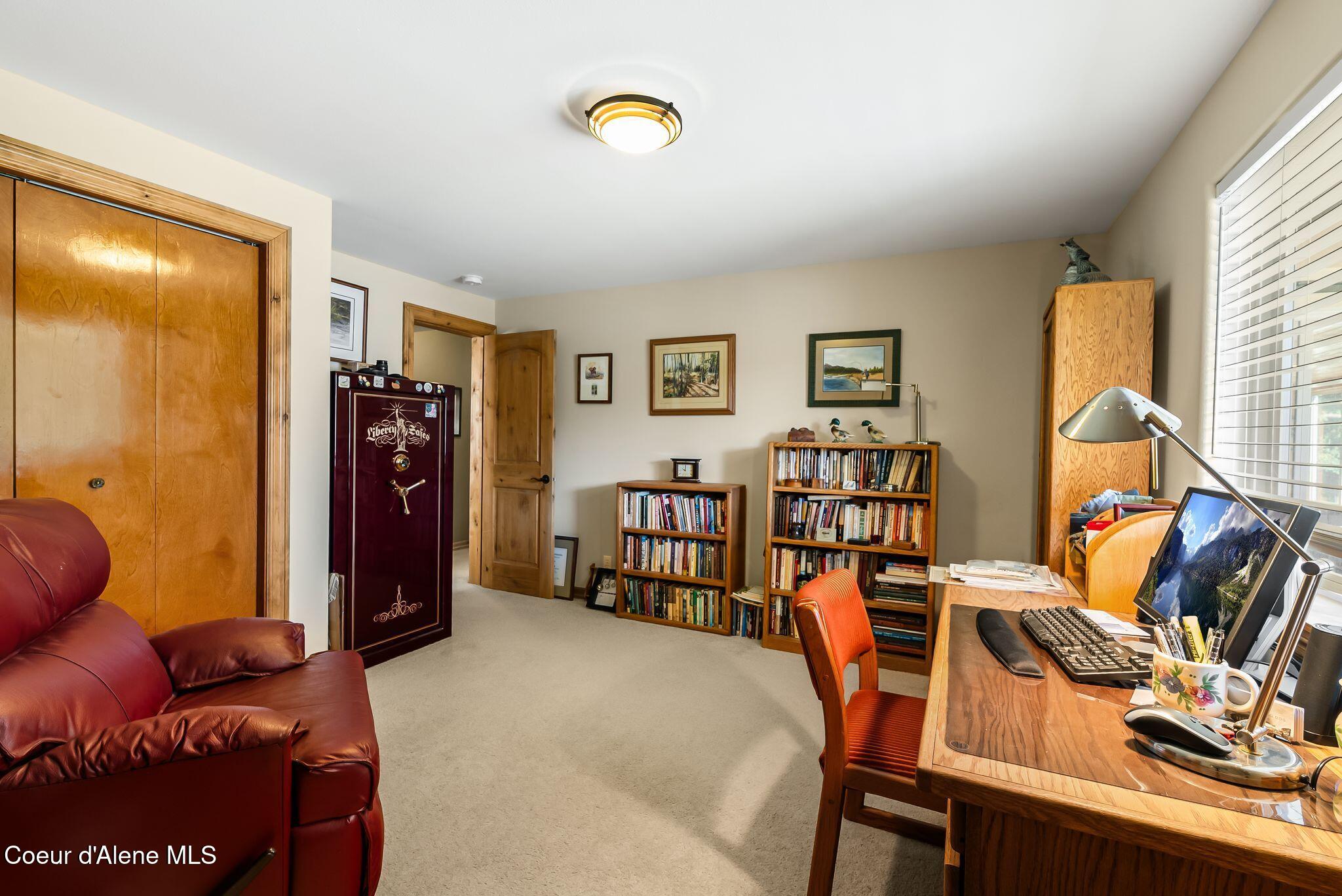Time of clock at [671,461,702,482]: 10:00
